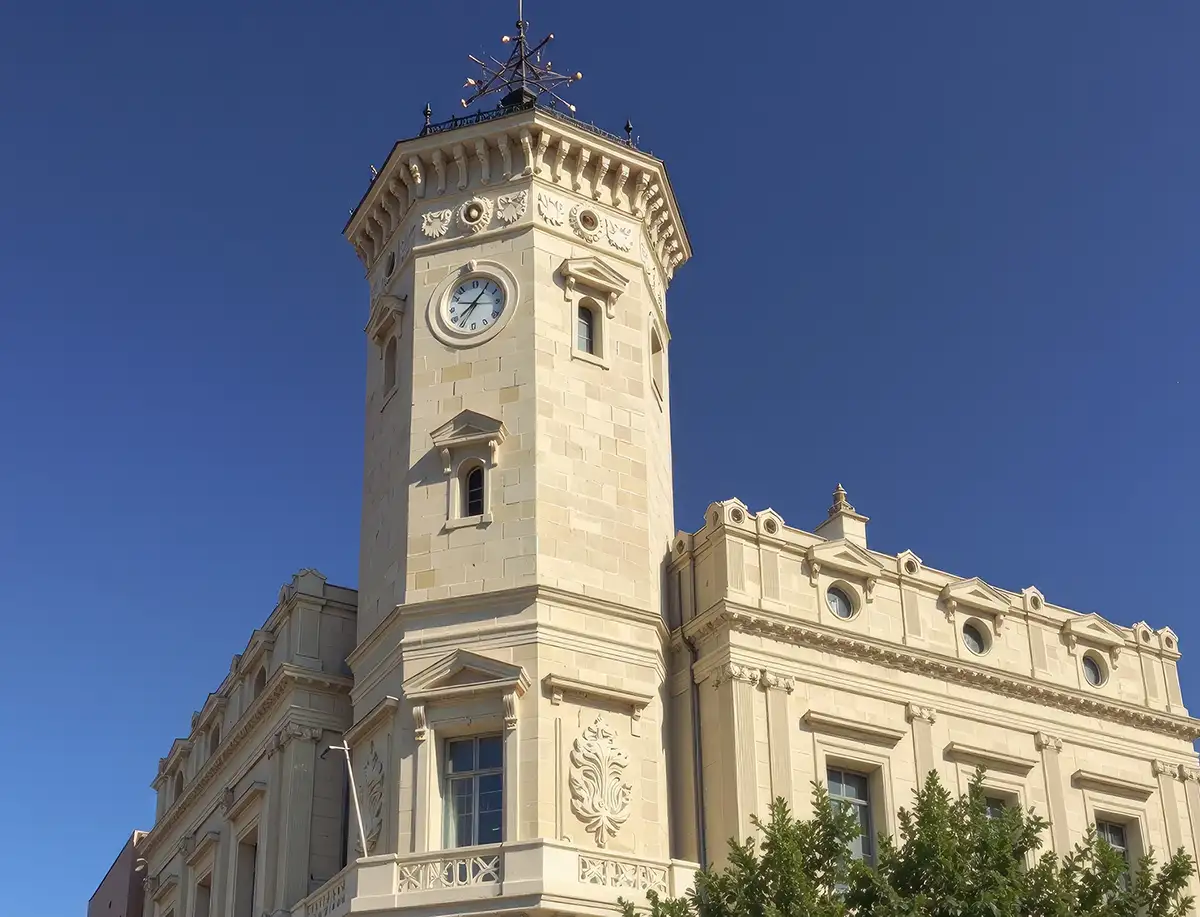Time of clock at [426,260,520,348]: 8:05
